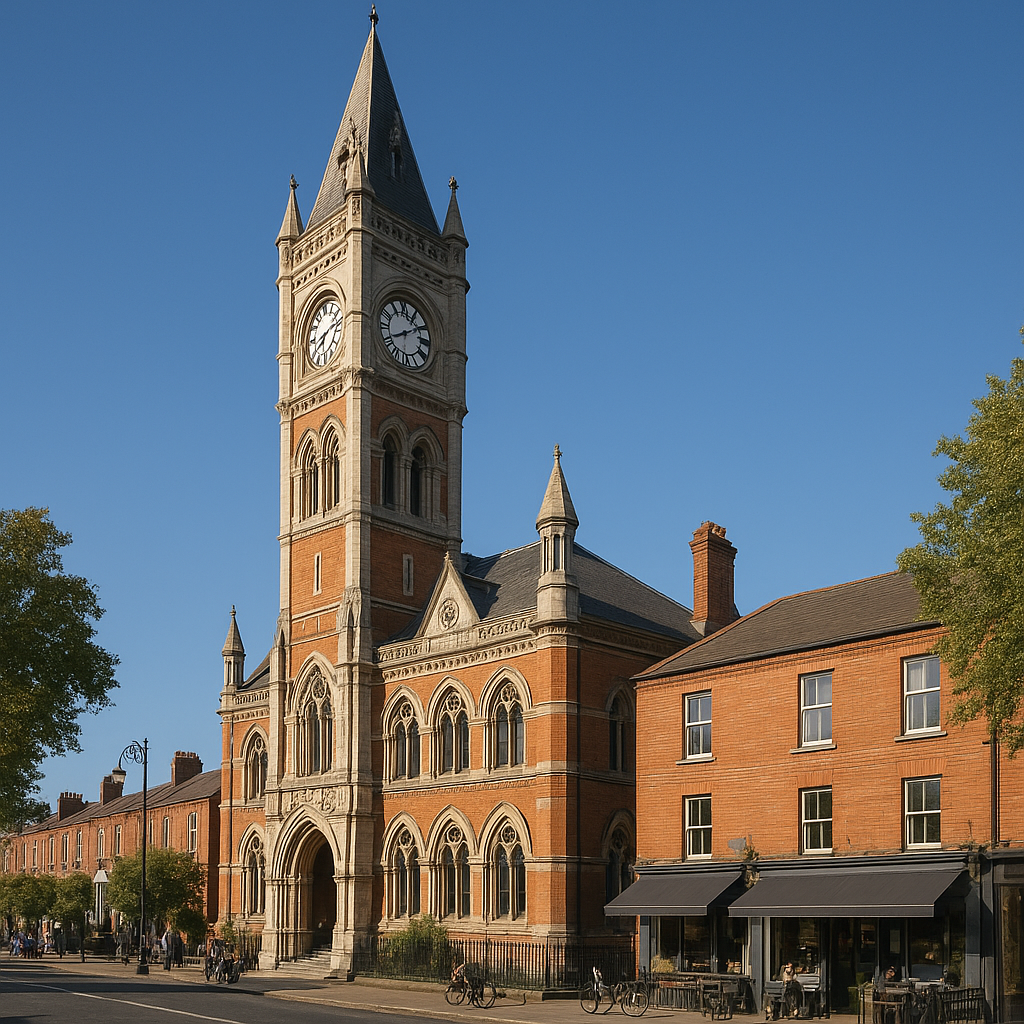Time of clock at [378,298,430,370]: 8:09
